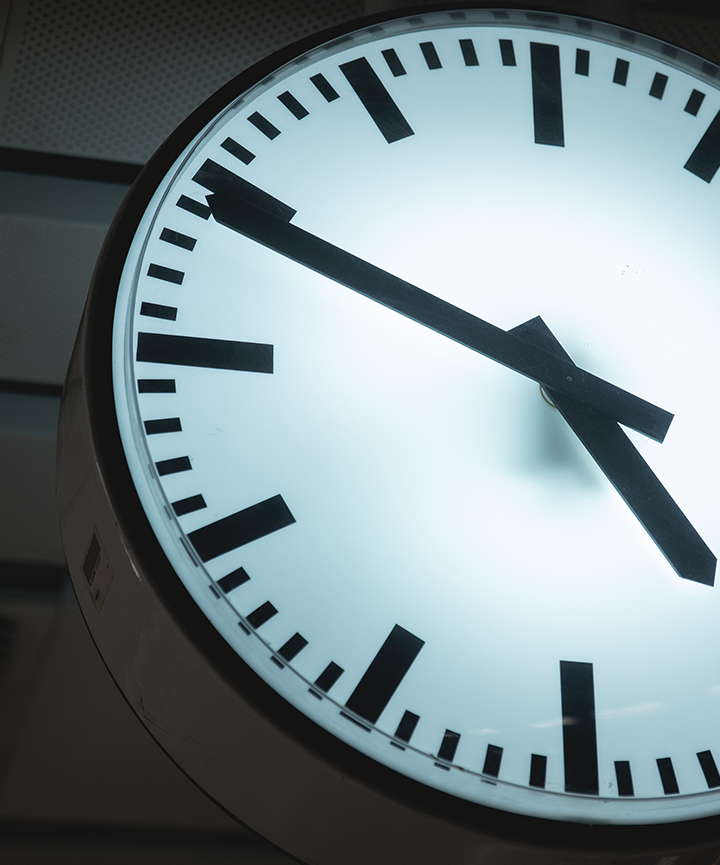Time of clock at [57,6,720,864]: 4:49
